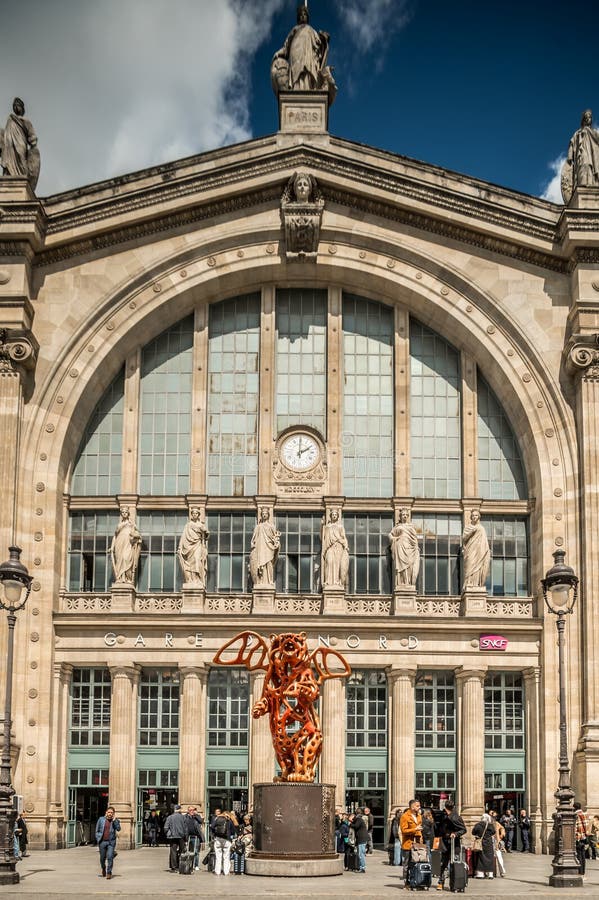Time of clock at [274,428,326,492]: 2:00
